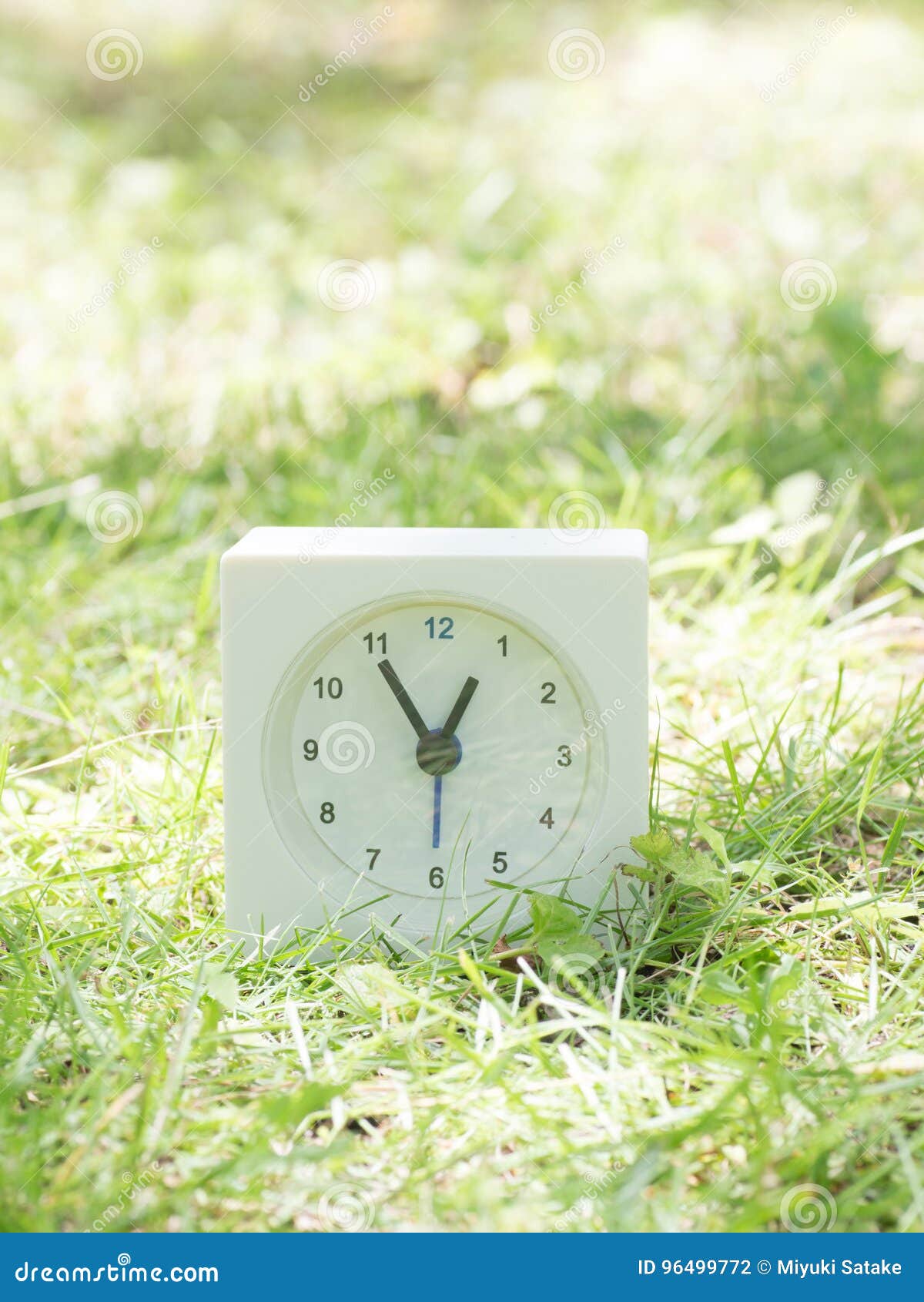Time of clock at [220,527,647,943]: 12:54
